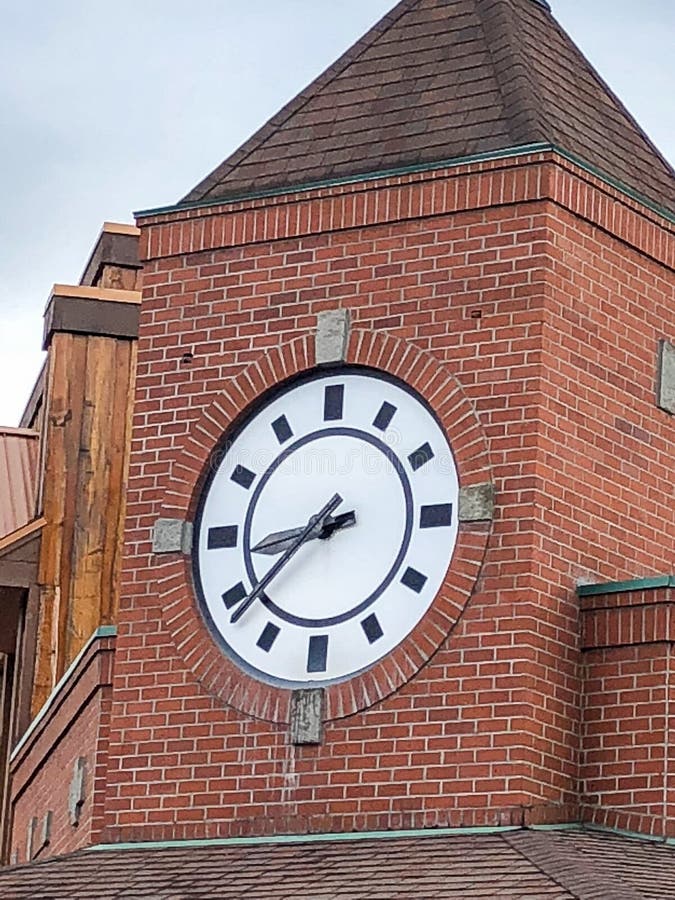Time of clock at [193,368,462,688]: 8:38
